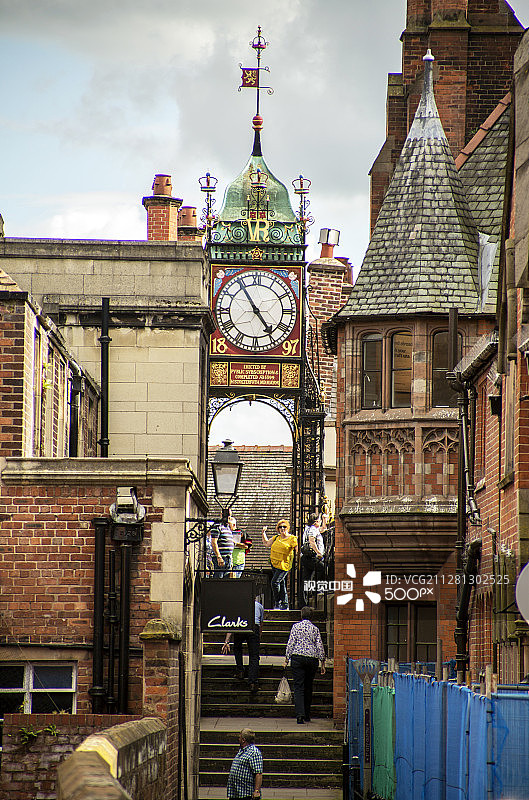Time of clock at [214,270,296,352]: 4:54
